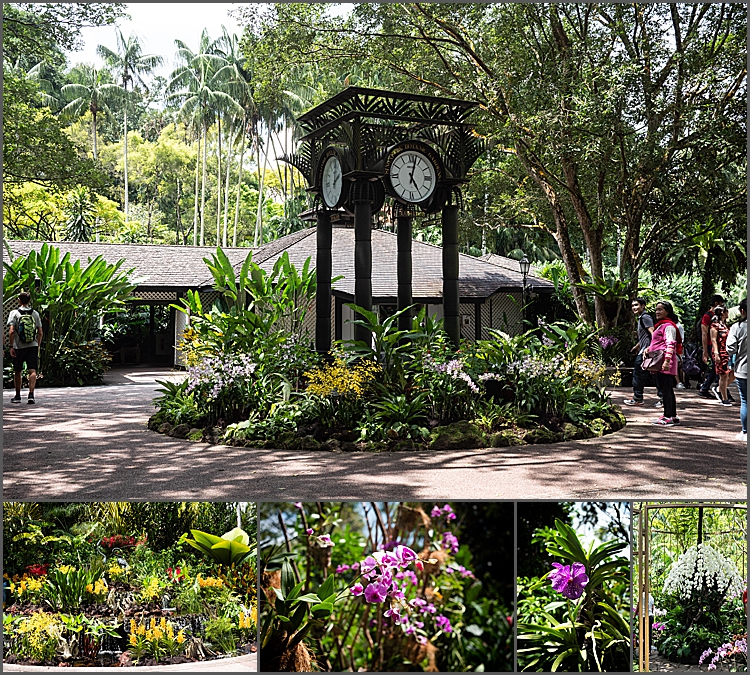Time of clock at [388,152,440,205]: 5:02
